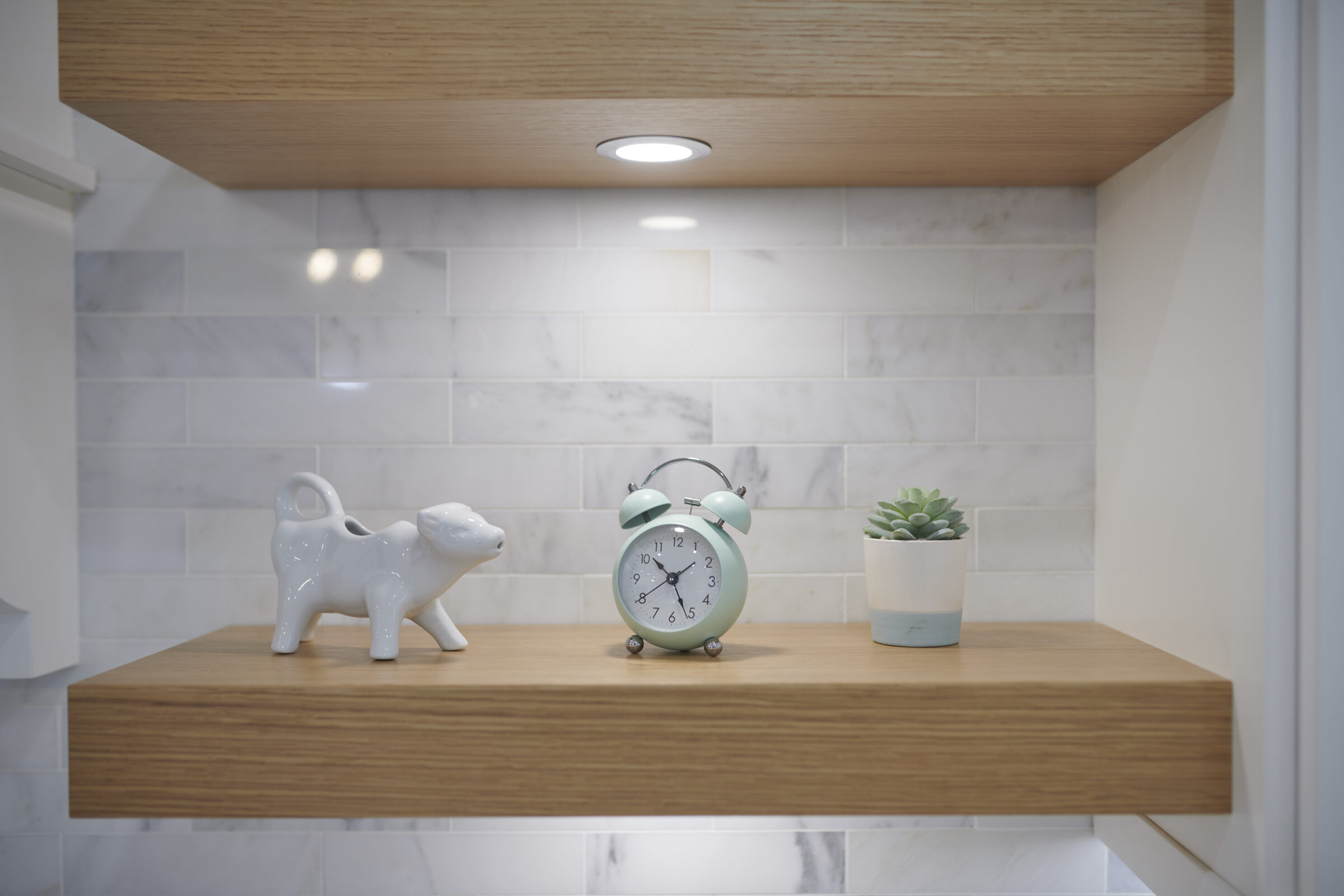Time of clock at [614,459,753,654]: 10:25
